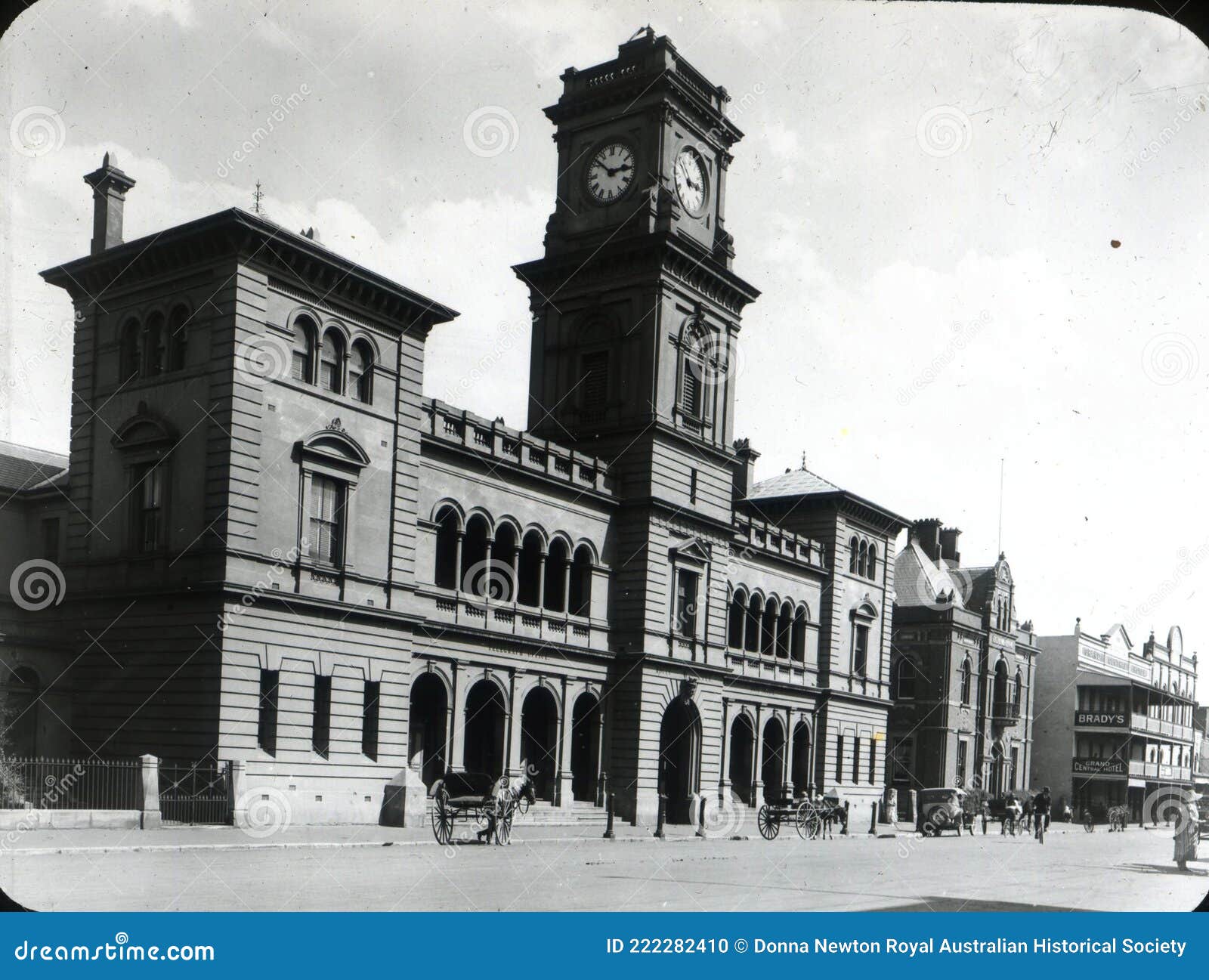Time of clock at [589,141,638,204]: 2:52
